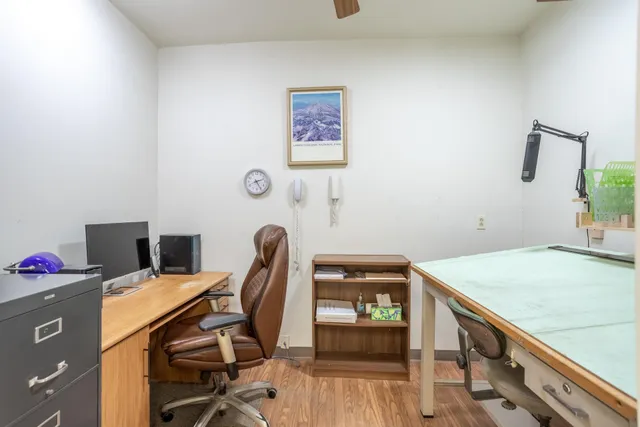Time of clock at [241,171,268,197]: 2:25
